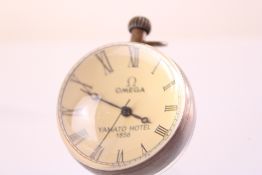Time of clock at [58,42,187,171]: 3:49
